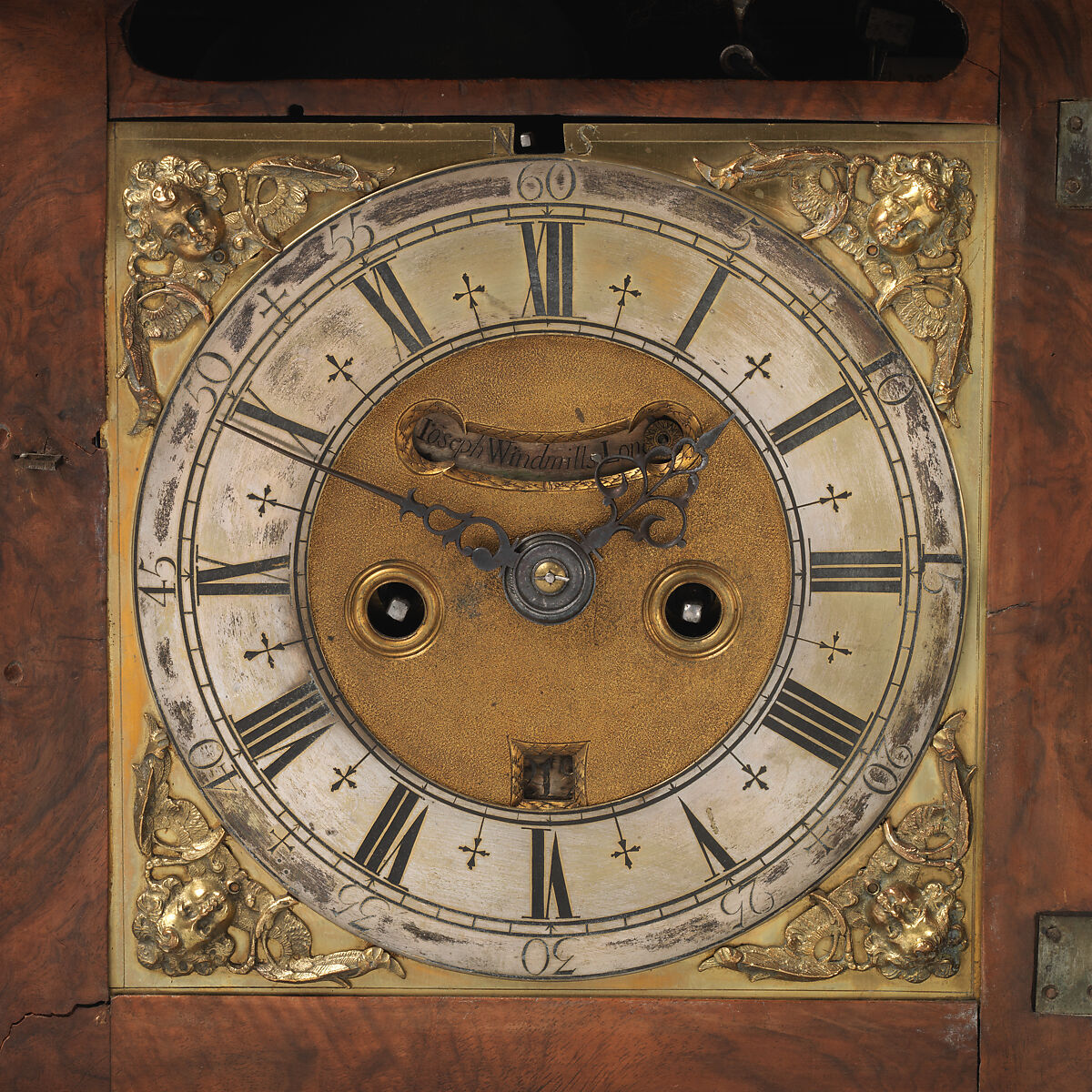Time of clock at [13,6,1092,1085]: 1:49
